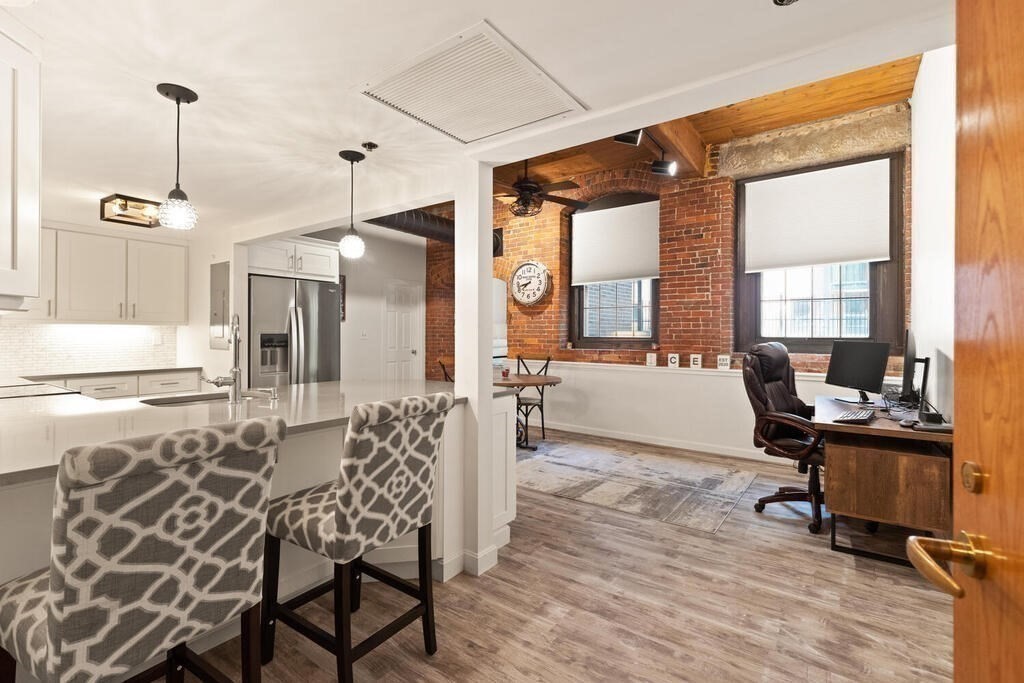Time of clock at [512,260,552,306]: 7:42
